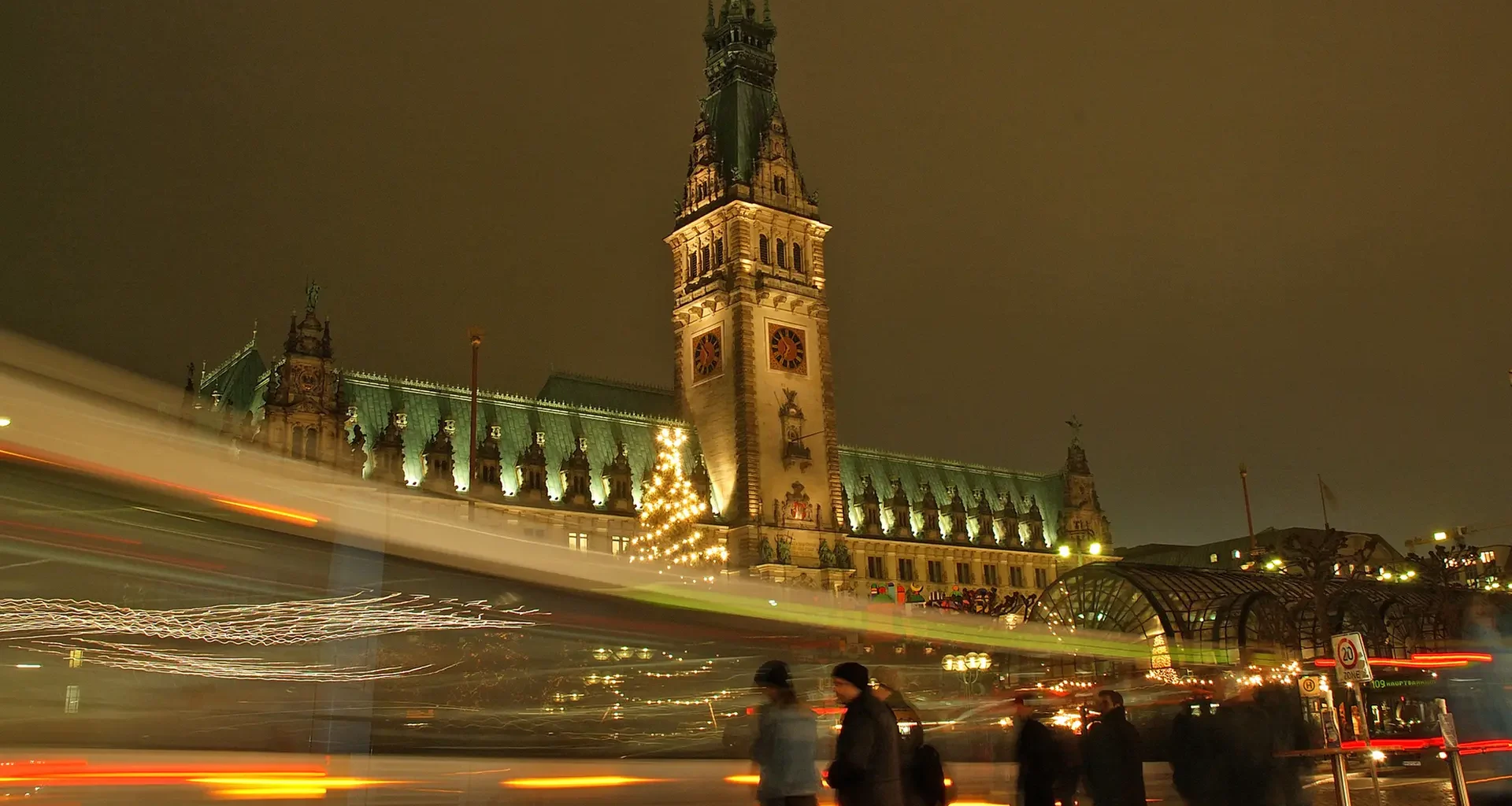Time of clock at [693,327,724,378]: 10:34
